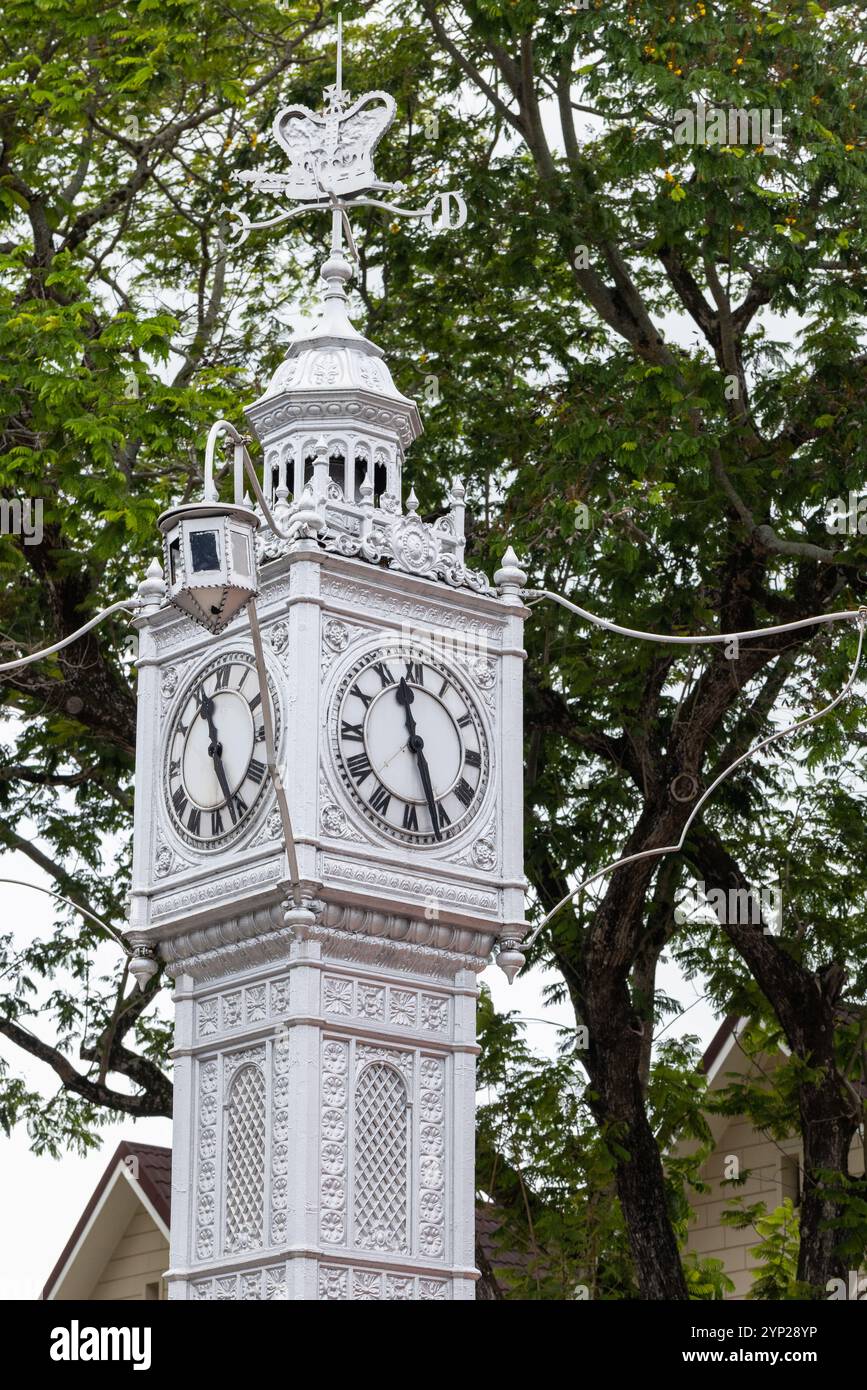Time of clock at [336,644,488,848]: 11:26
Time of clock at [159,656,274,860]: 11:26
